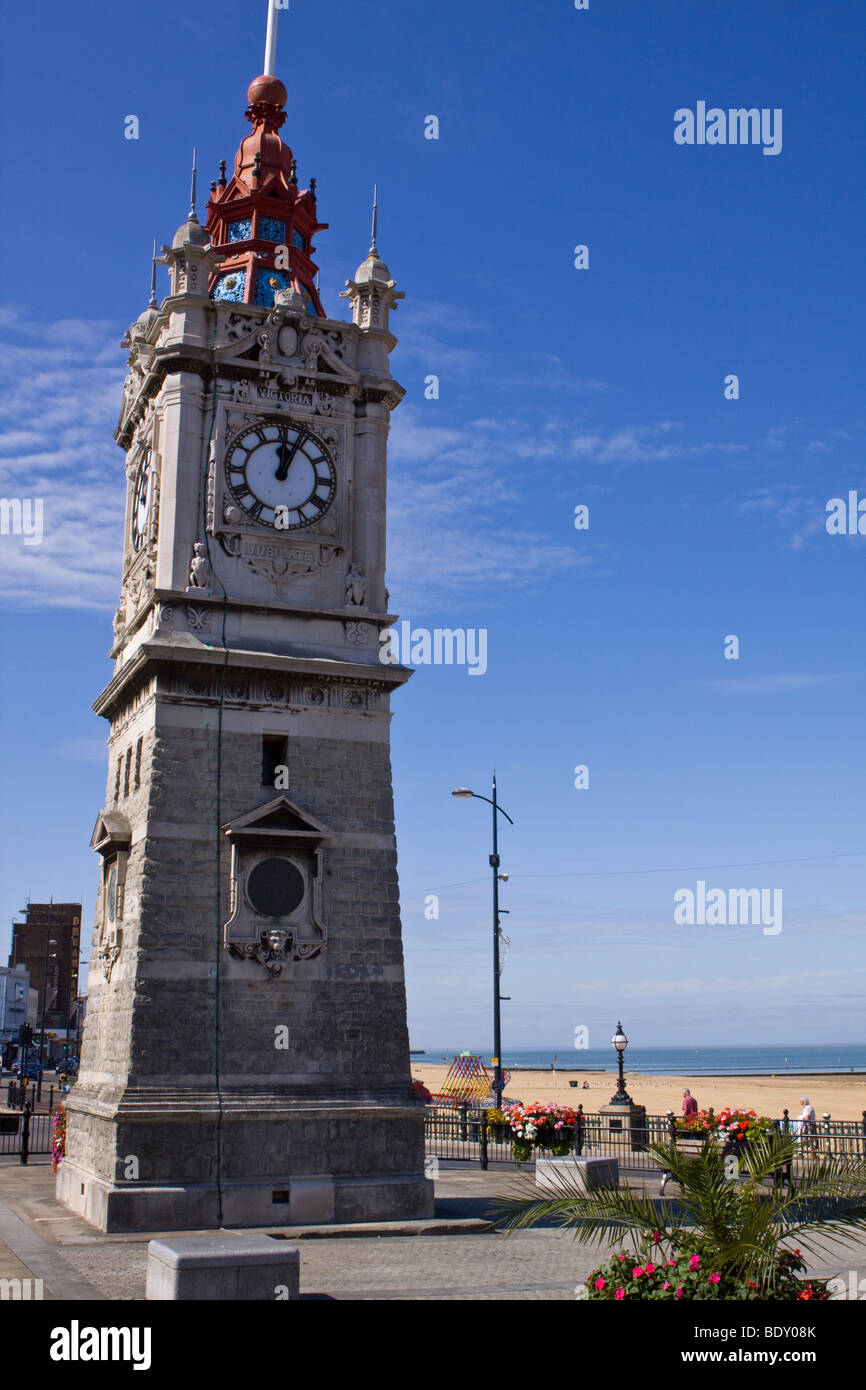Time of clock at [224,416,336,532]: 12:04
